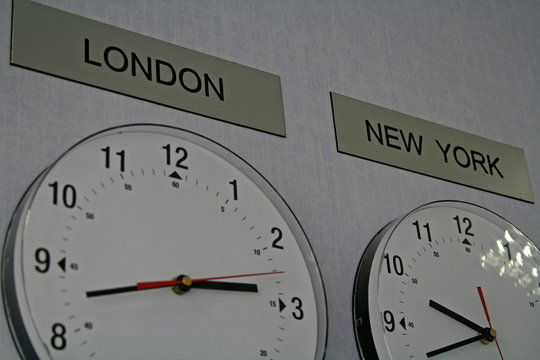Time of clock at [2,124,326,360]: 2:42
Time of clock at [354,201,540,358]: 9:41
